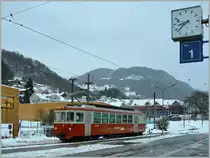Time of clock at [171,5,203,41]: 8:38
